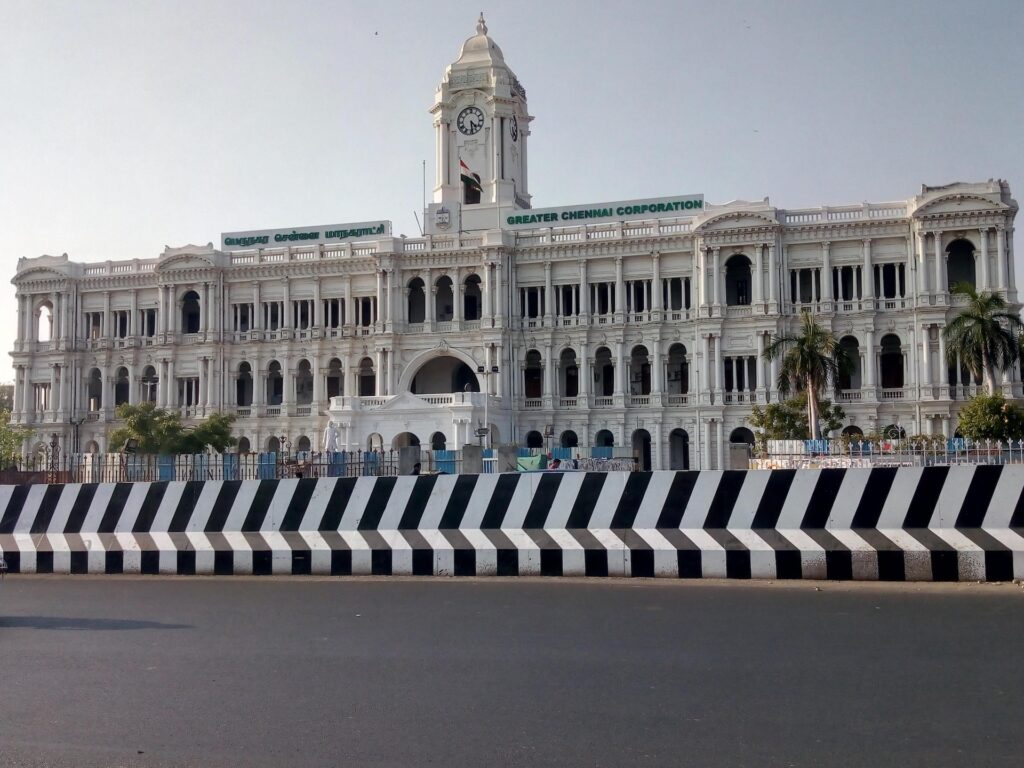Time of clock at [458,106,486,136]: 4:29
